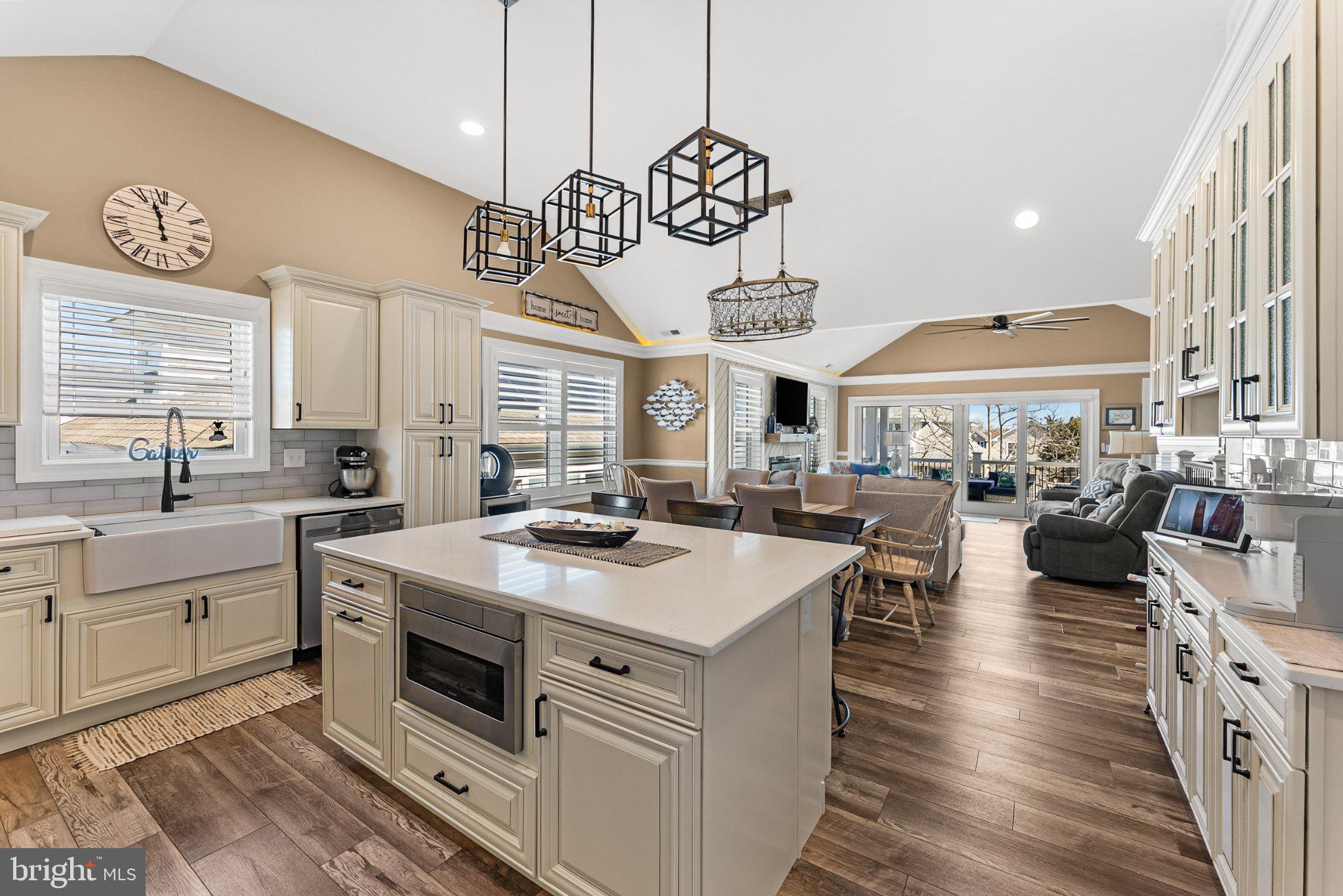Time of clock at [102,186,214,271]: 11:57
